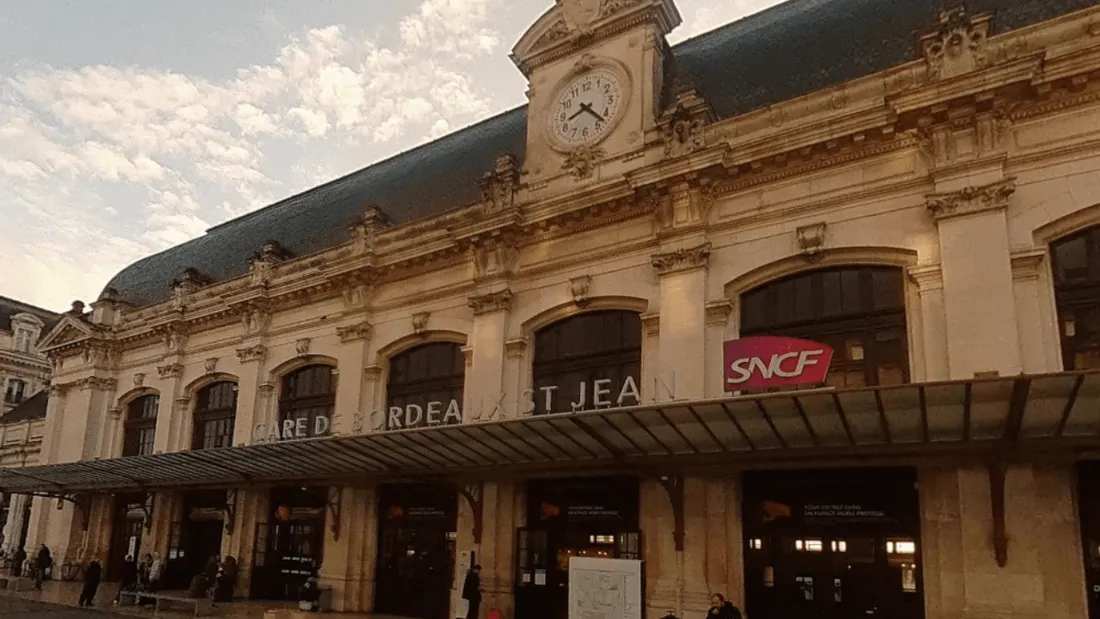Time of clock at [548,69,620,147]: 8:22
